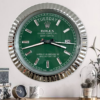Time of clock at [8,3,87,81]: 3:42
